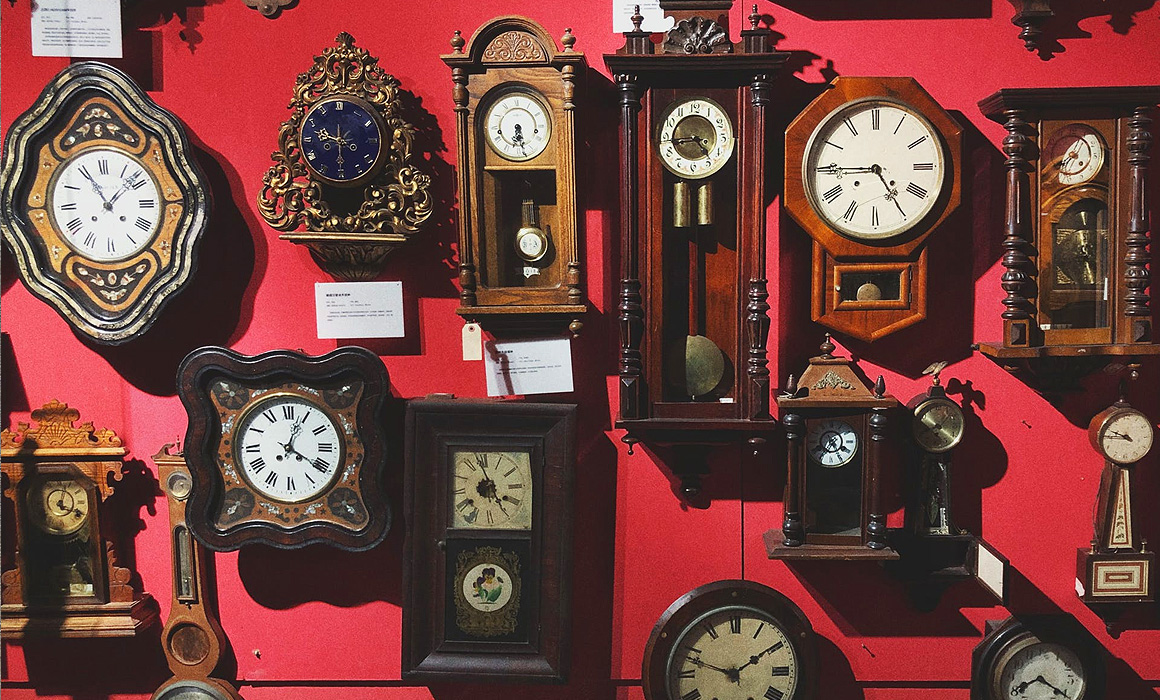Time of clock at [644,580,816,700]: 1:48
